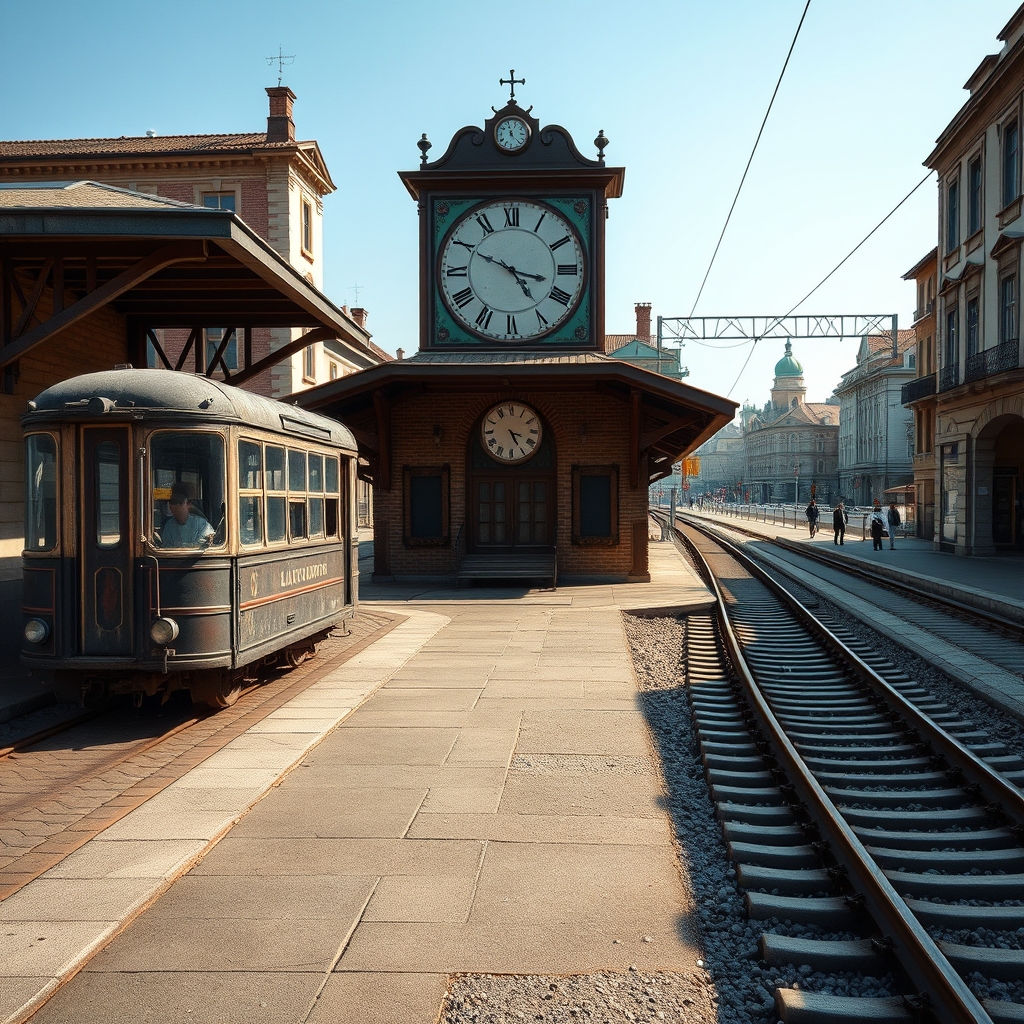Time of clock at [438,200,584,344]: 4:49
